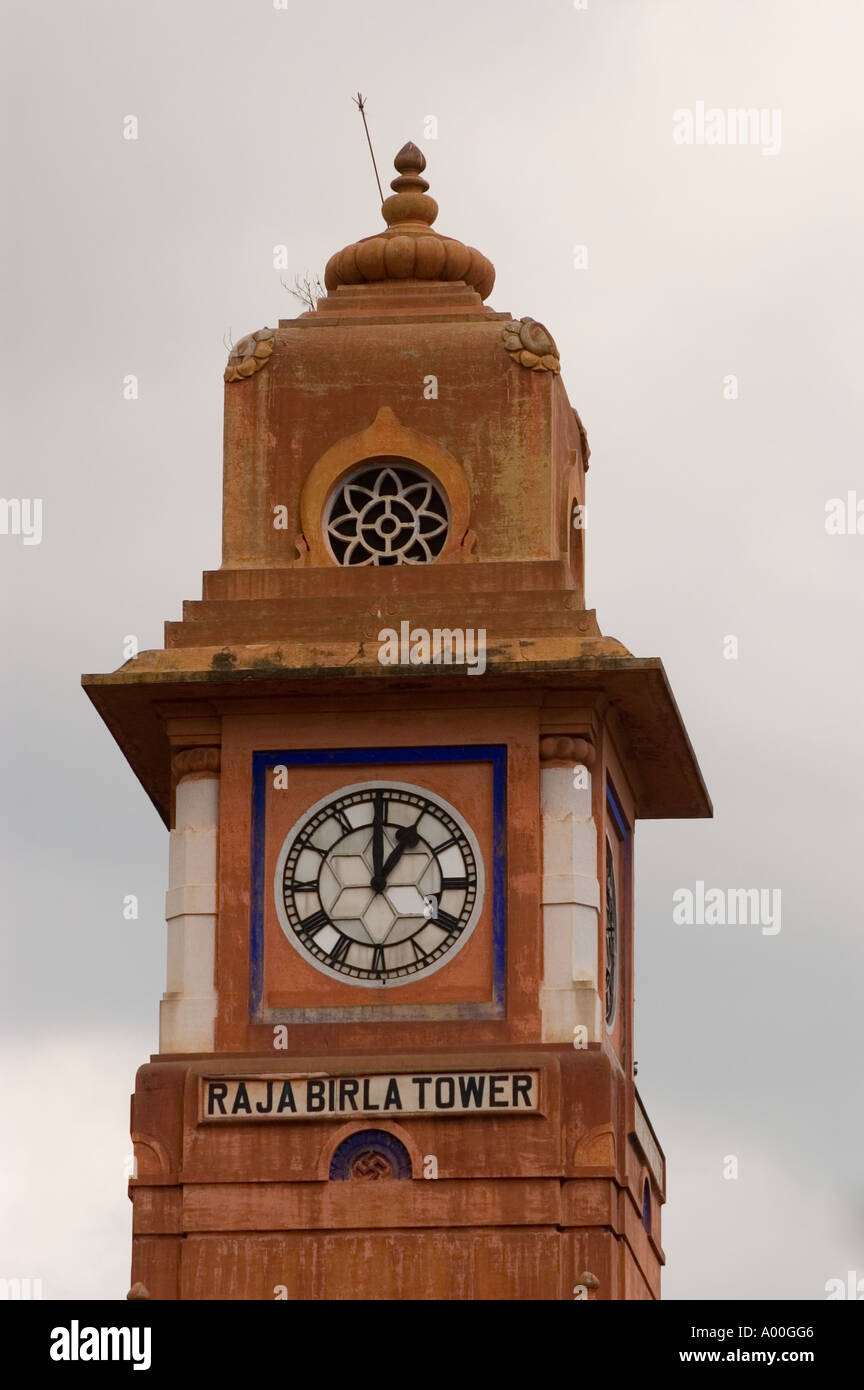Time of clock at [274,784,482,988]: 12:59
